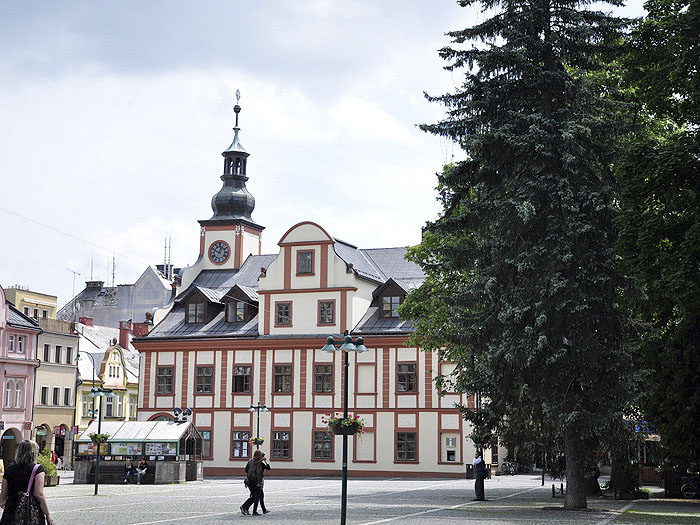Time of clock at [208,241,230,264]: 12:49
